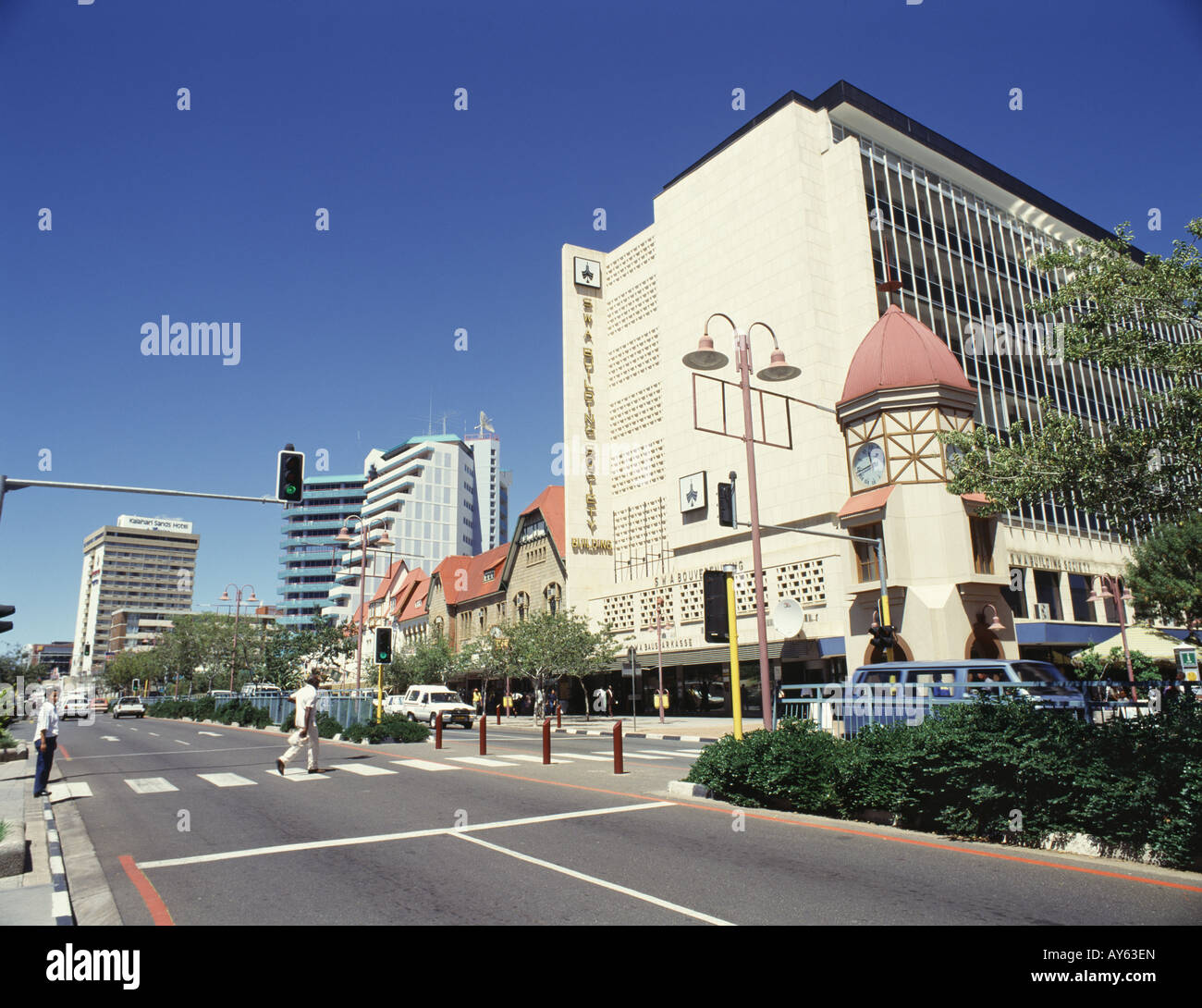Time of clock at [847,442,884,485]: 11:42
